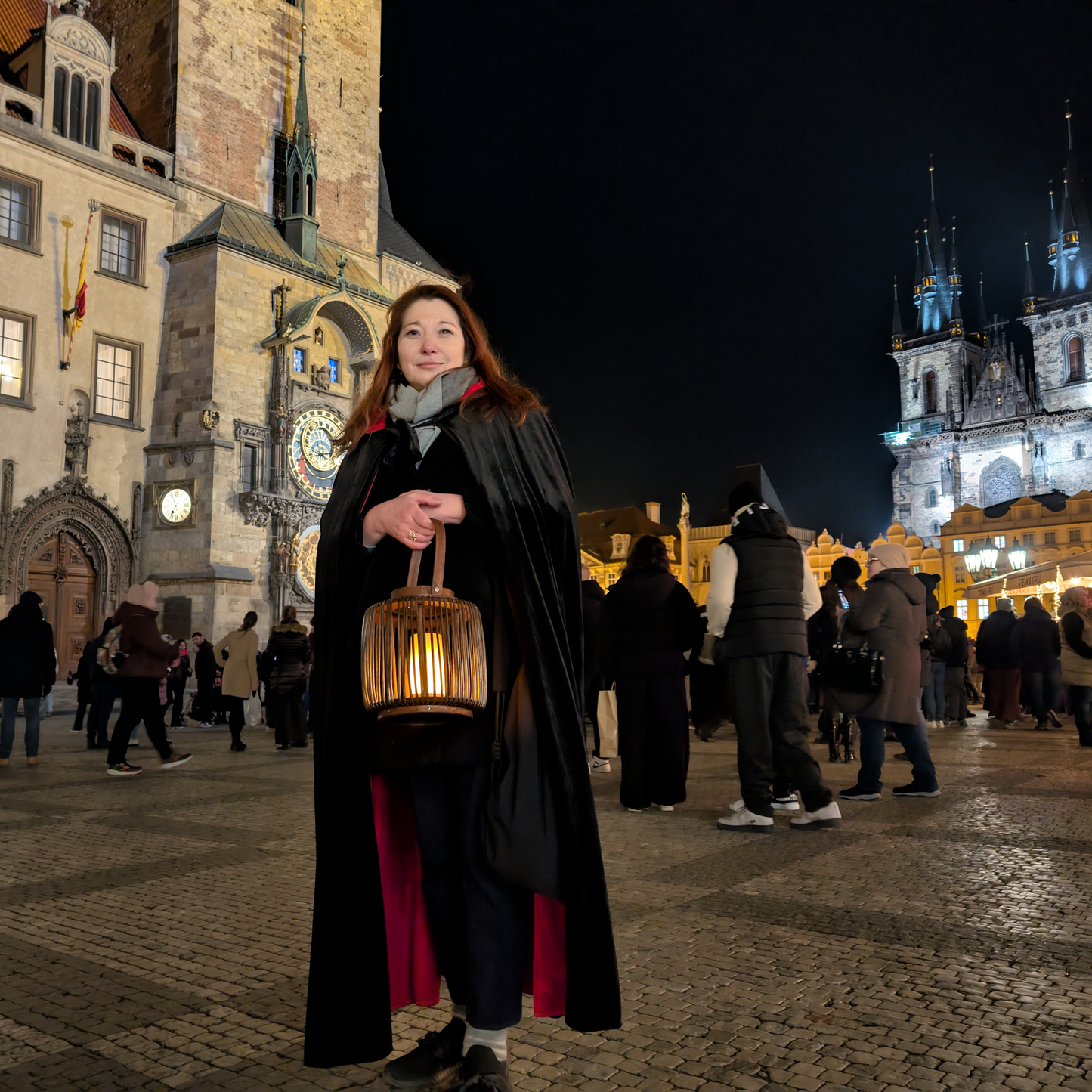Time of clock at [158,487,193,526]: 6:56
